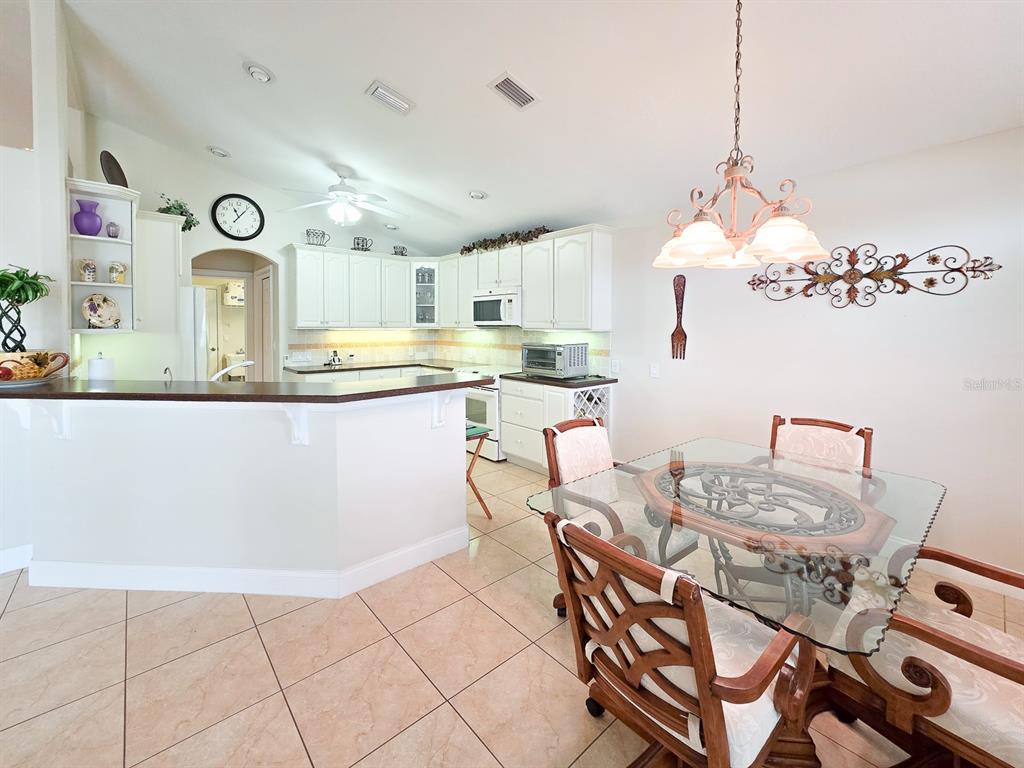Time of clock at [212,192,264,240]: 11:06
